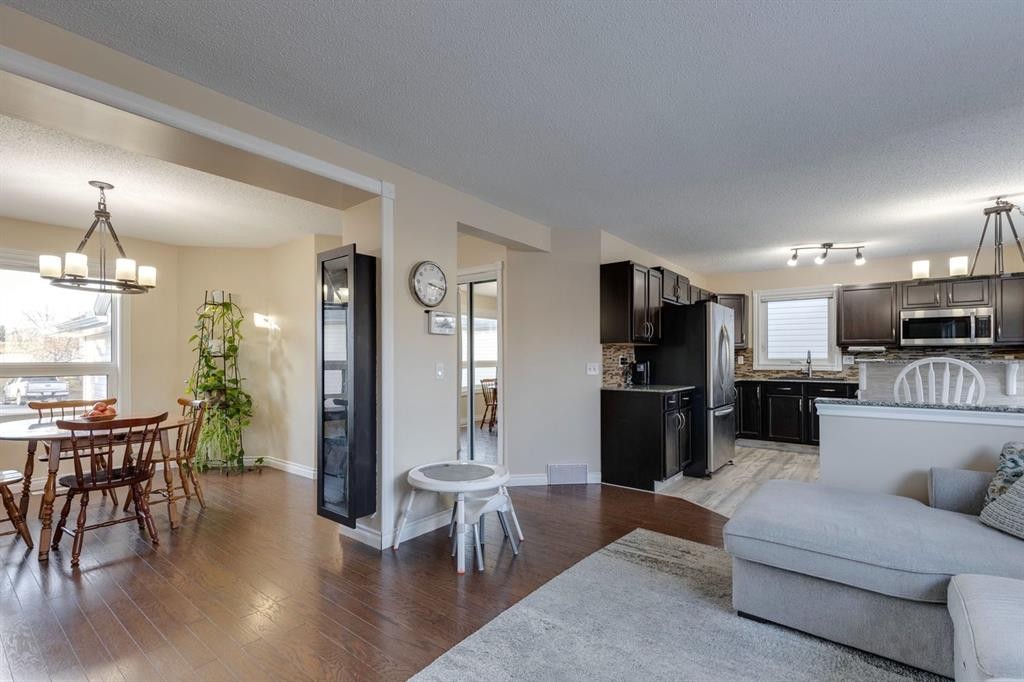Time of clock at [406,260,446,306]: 3:16
